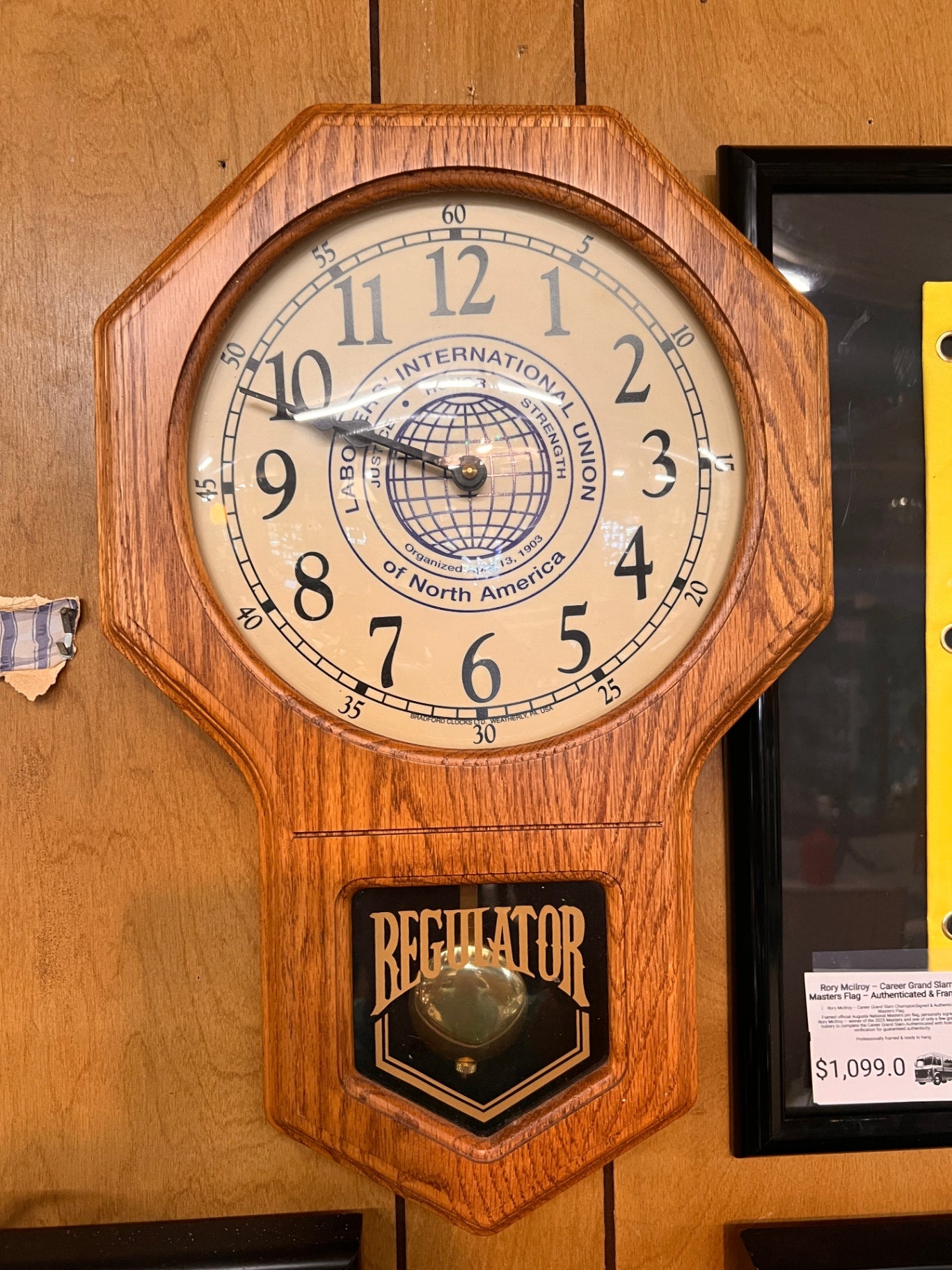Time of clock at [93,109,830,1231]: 9:48
